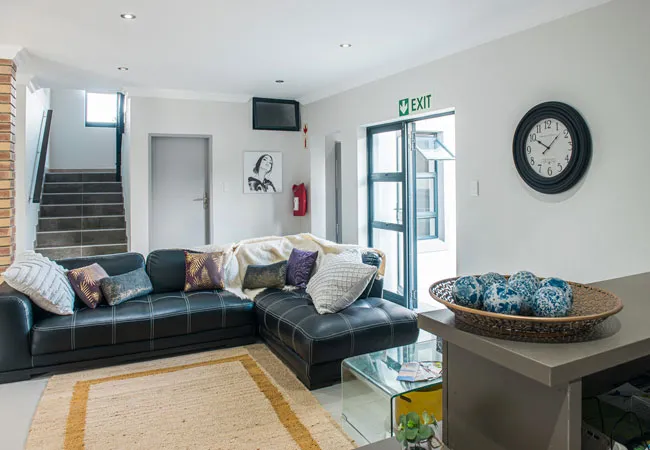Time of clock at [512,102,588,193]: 10:07
